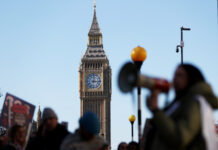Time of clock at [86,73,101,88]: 12:16
